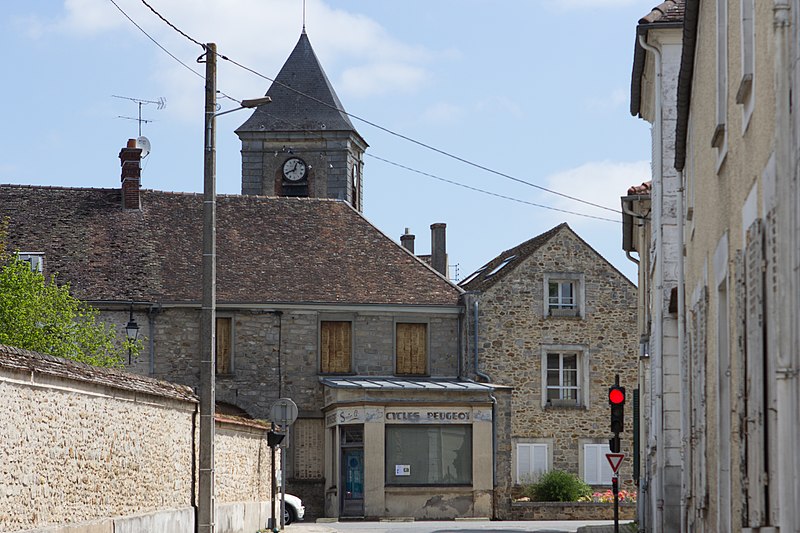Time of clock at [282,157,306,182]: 12:41
